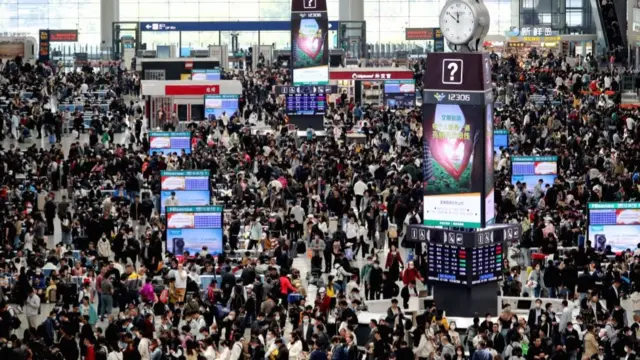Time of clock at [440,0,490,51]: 11:50
